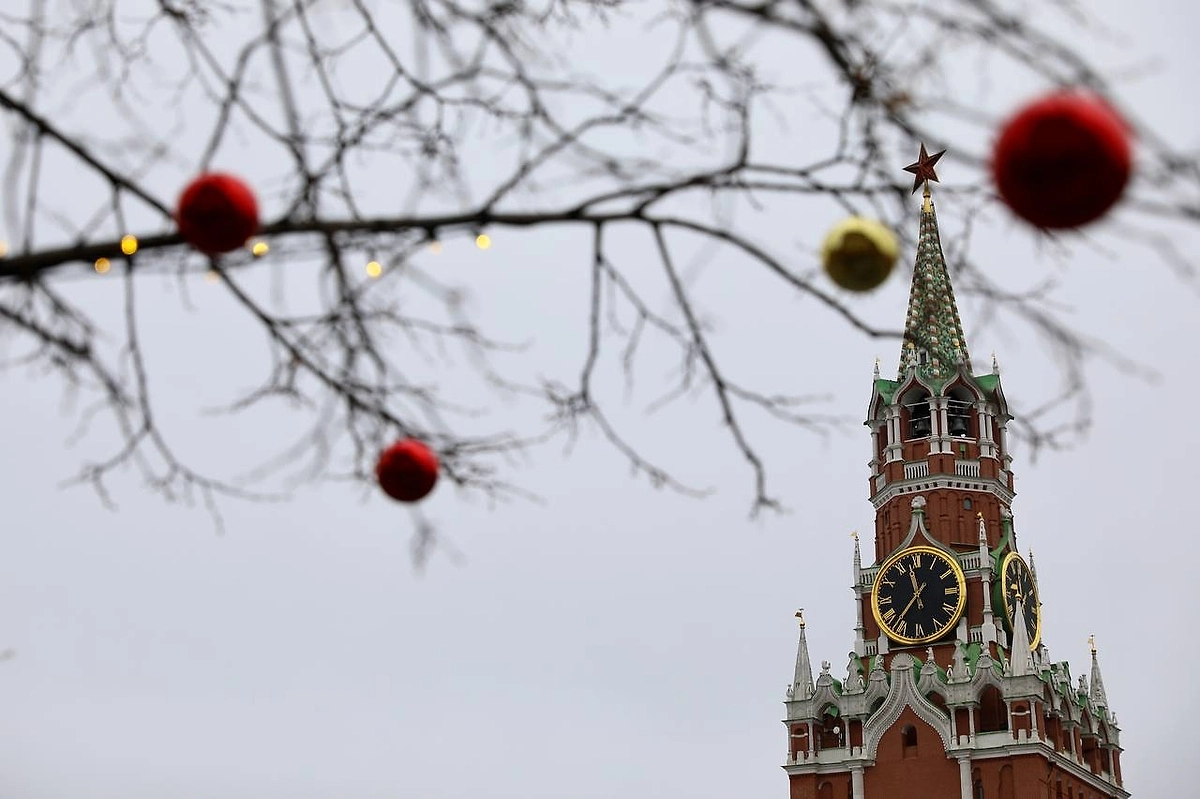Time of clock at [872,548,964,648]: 11:36
